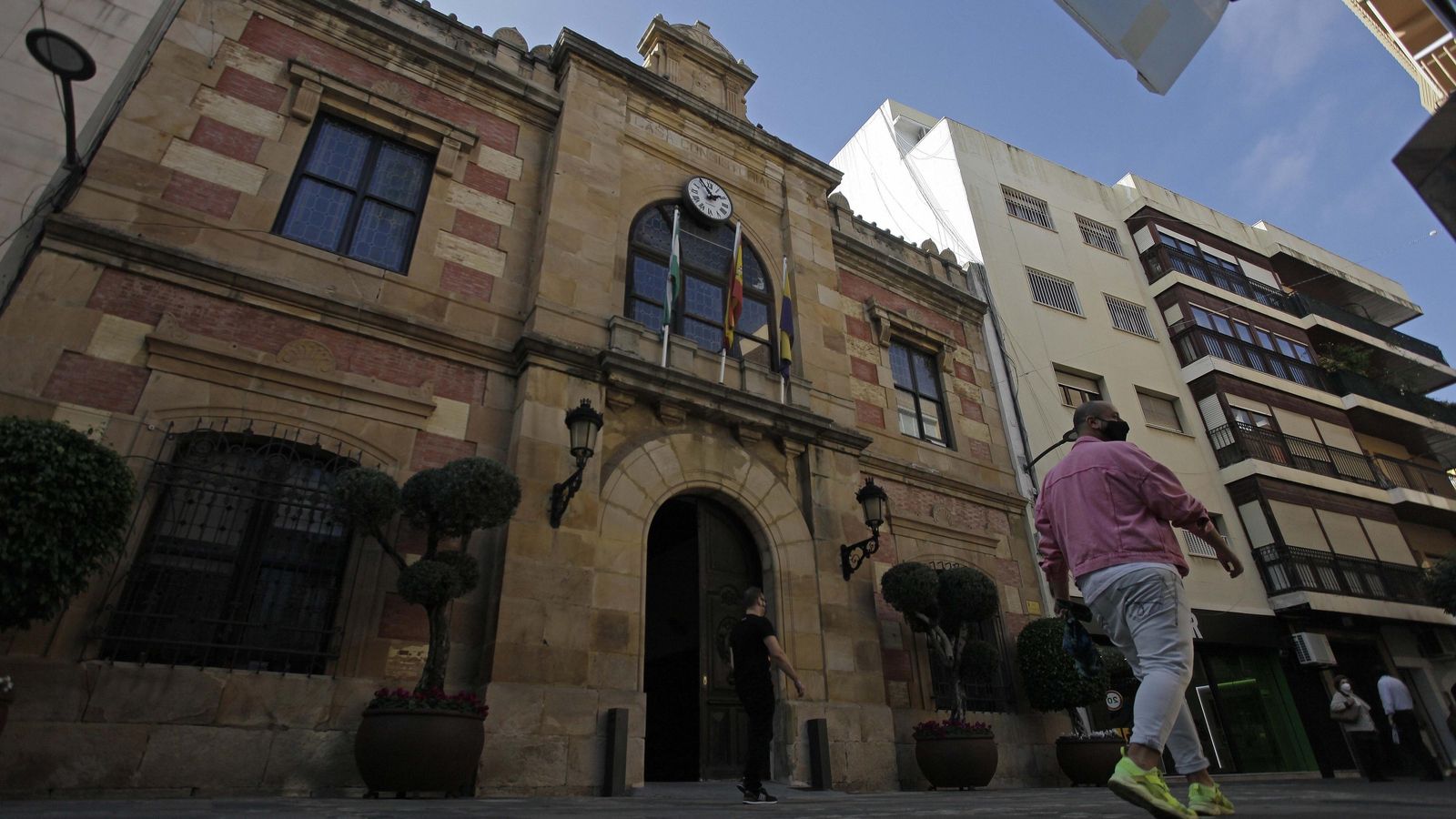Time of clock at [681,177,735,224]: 1:55
